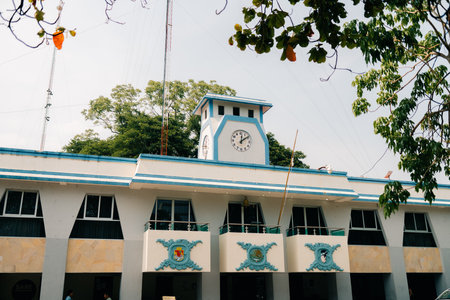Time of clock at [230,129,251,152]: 12:09
